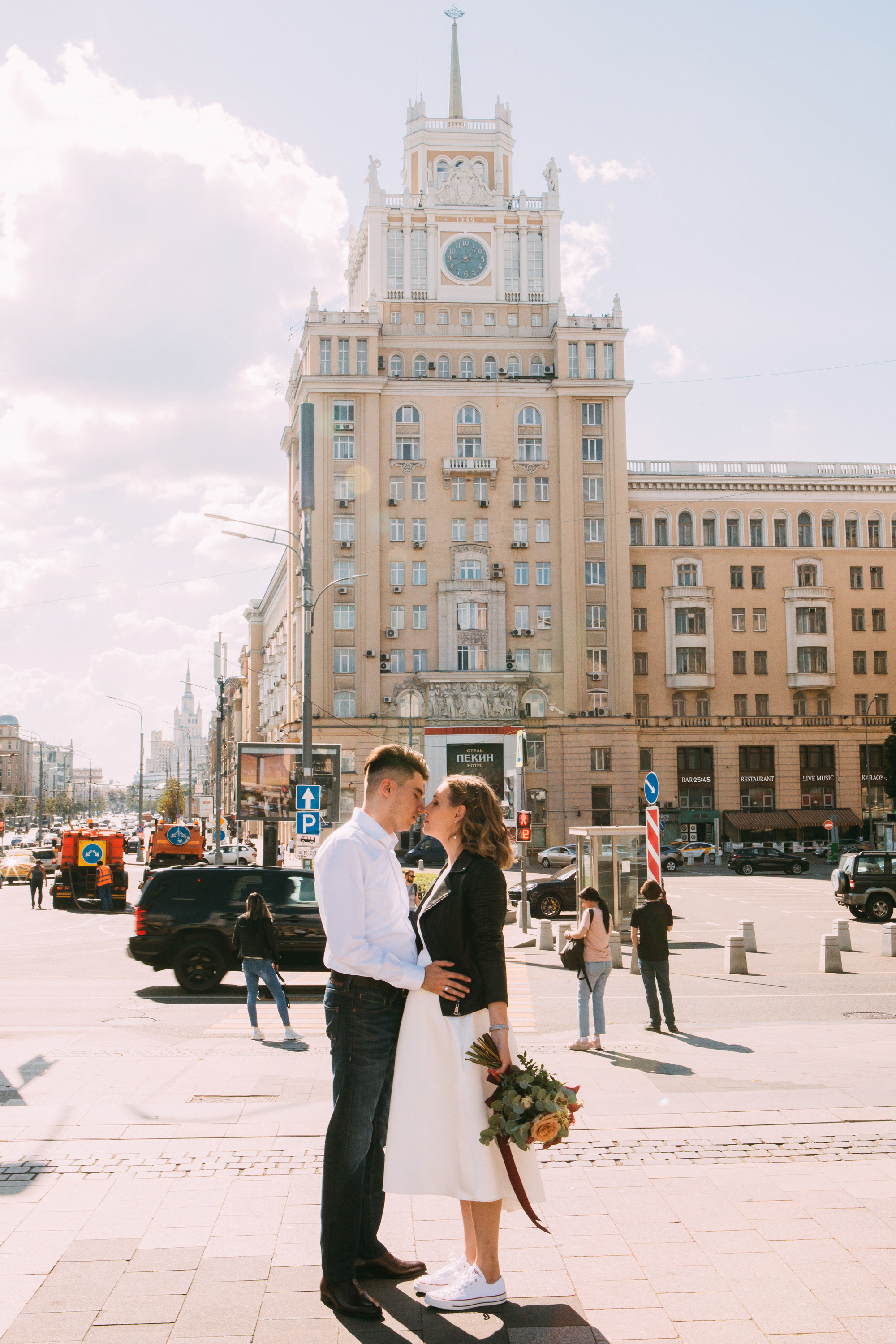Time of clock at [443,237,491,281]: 1:40
